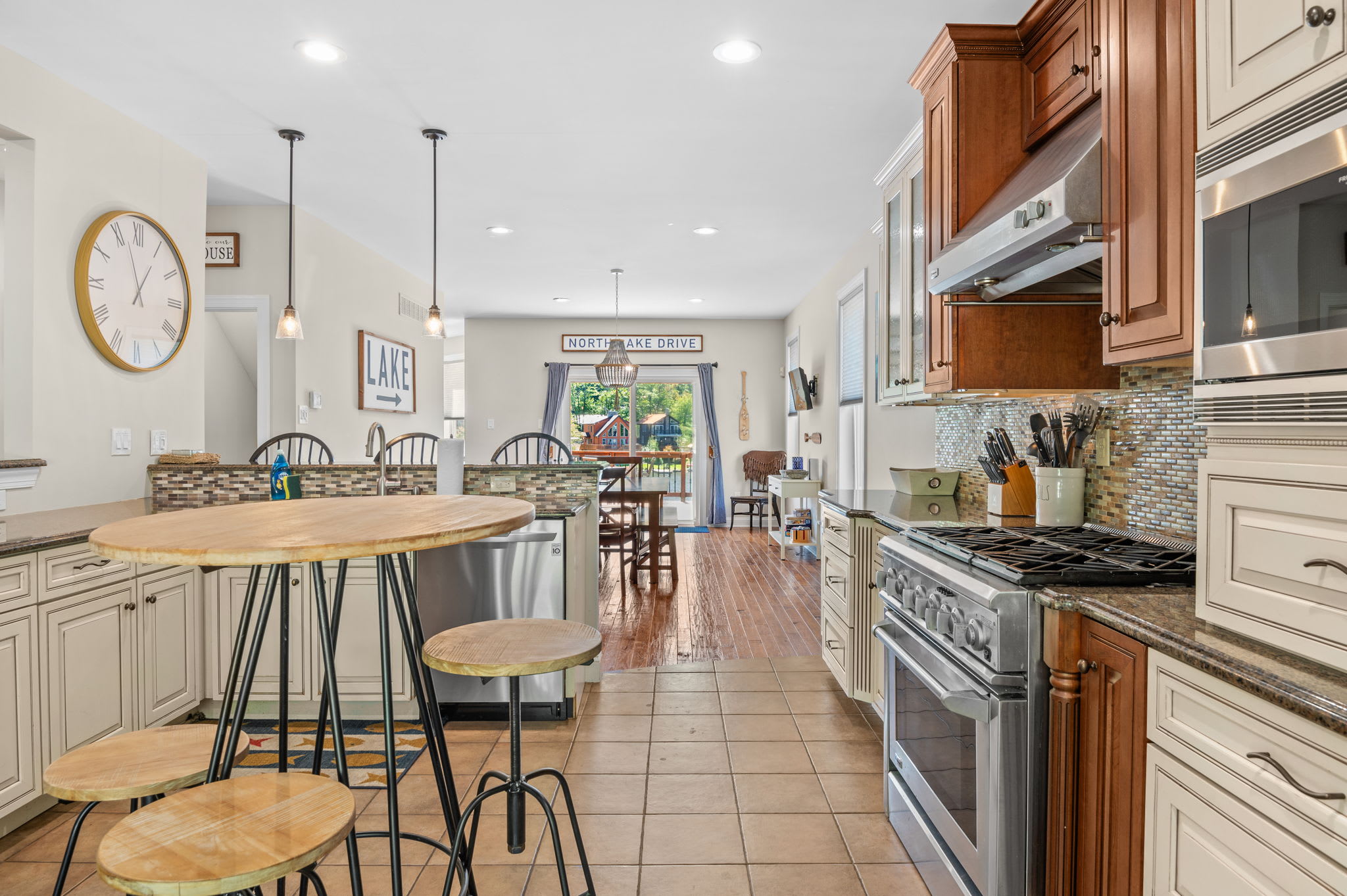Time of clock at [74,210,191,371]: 12:57
